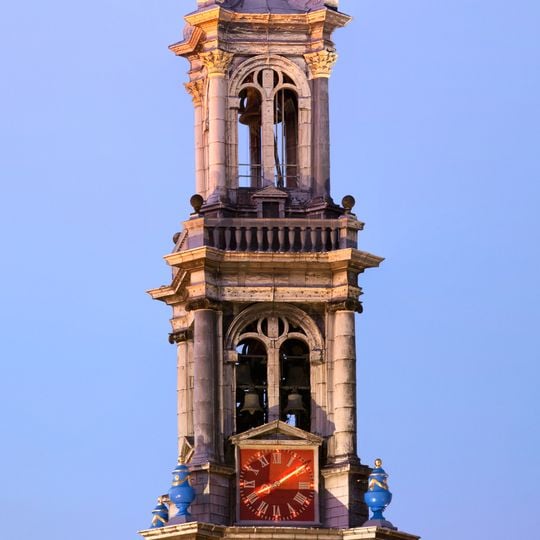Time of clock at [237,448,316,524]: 8:09
